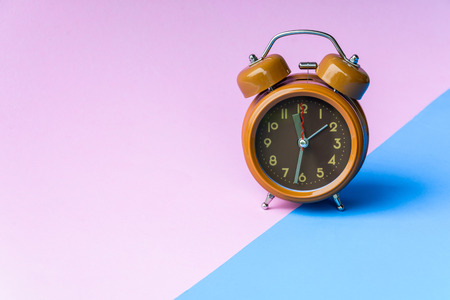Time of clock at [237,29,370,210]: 11:32
